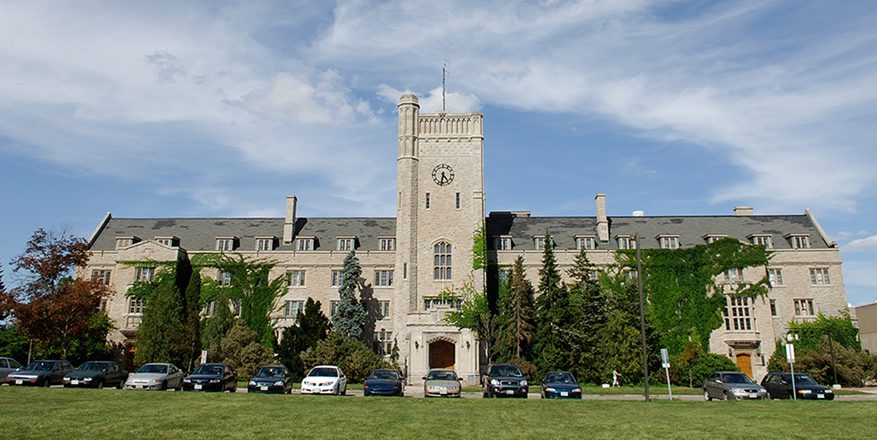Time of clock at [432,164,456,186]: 4:32
